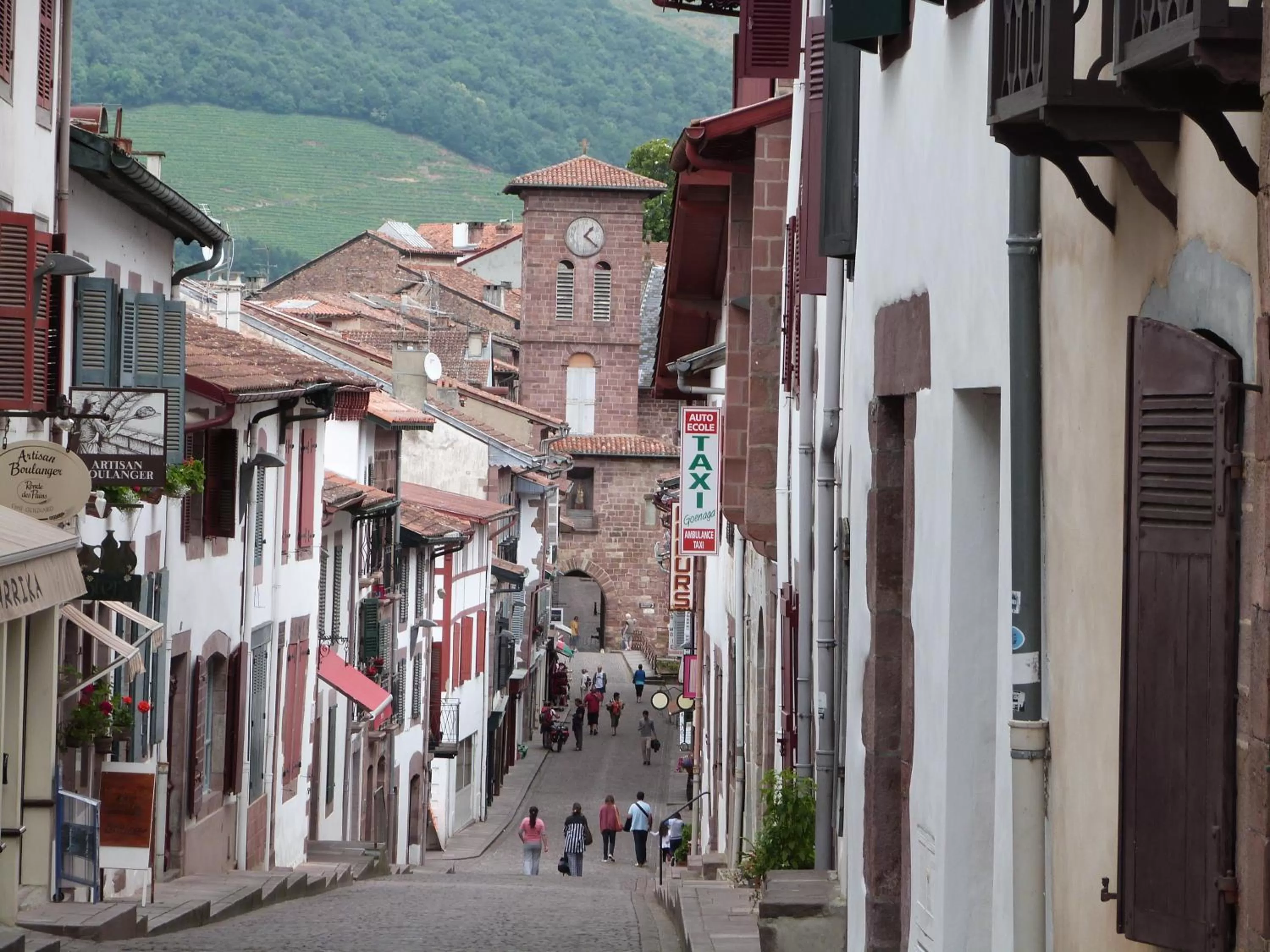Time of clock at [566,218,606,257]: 1:21
